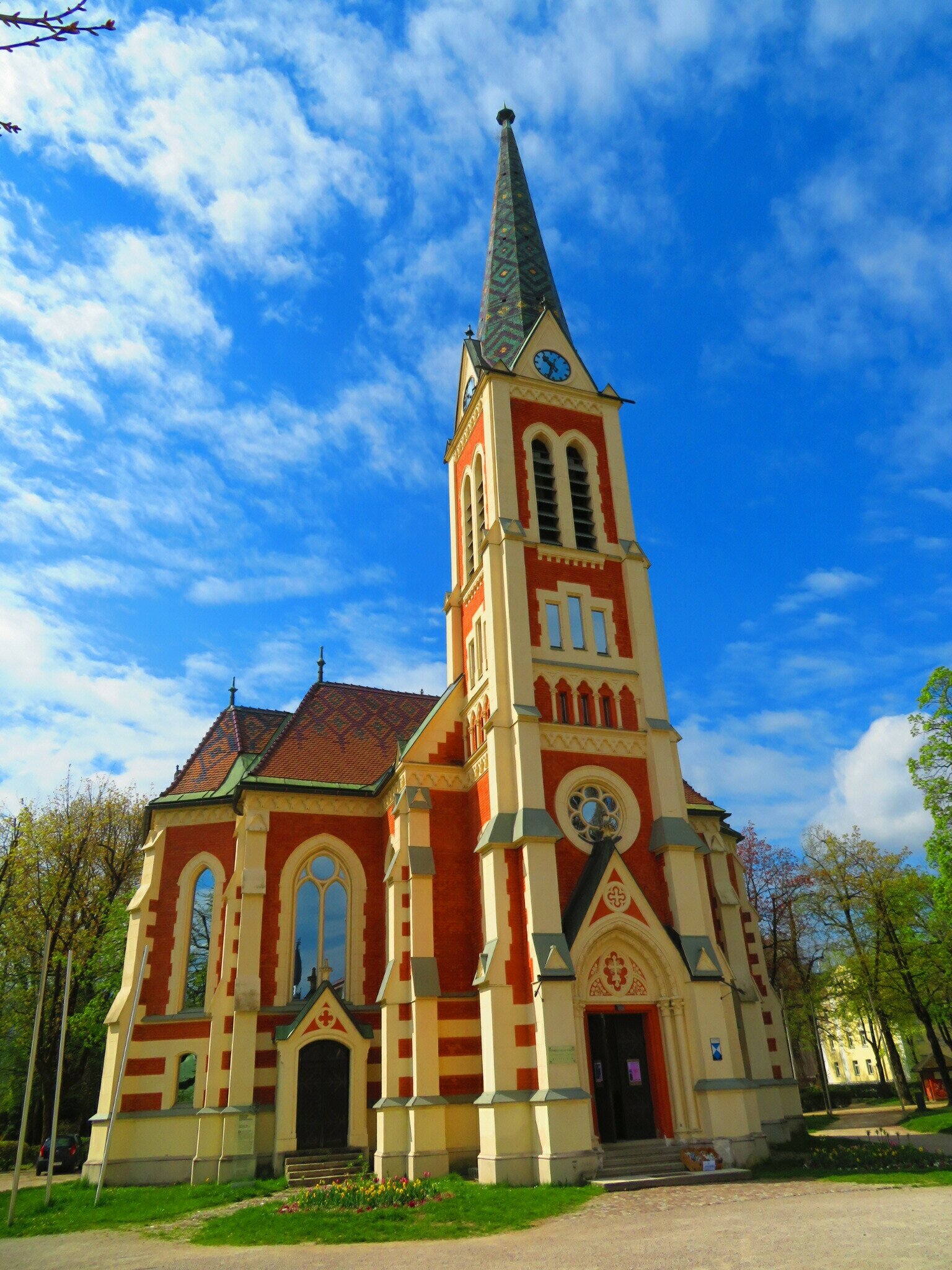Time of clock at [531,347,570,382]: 10:33
